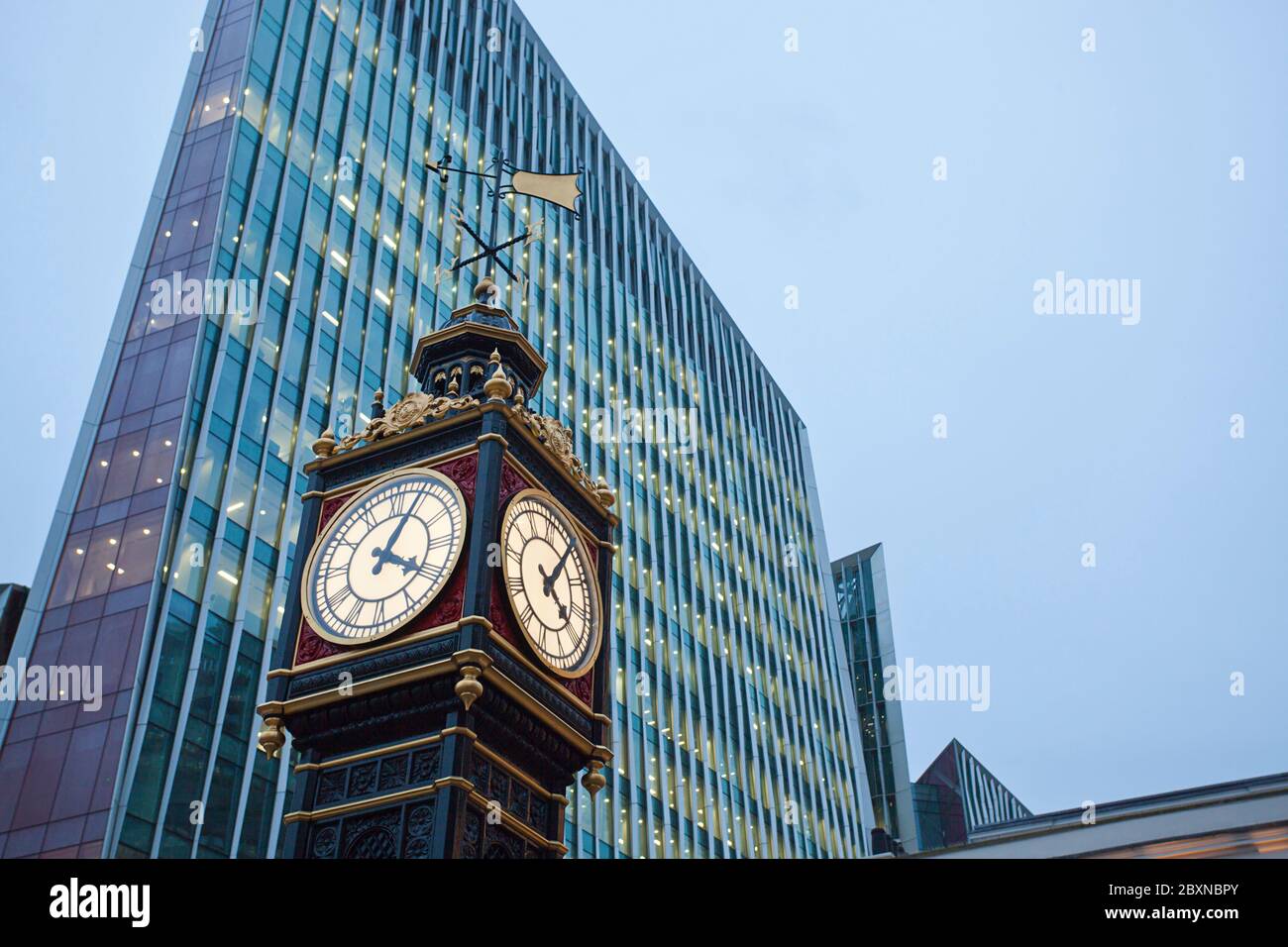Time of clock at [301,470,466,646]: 4:04
